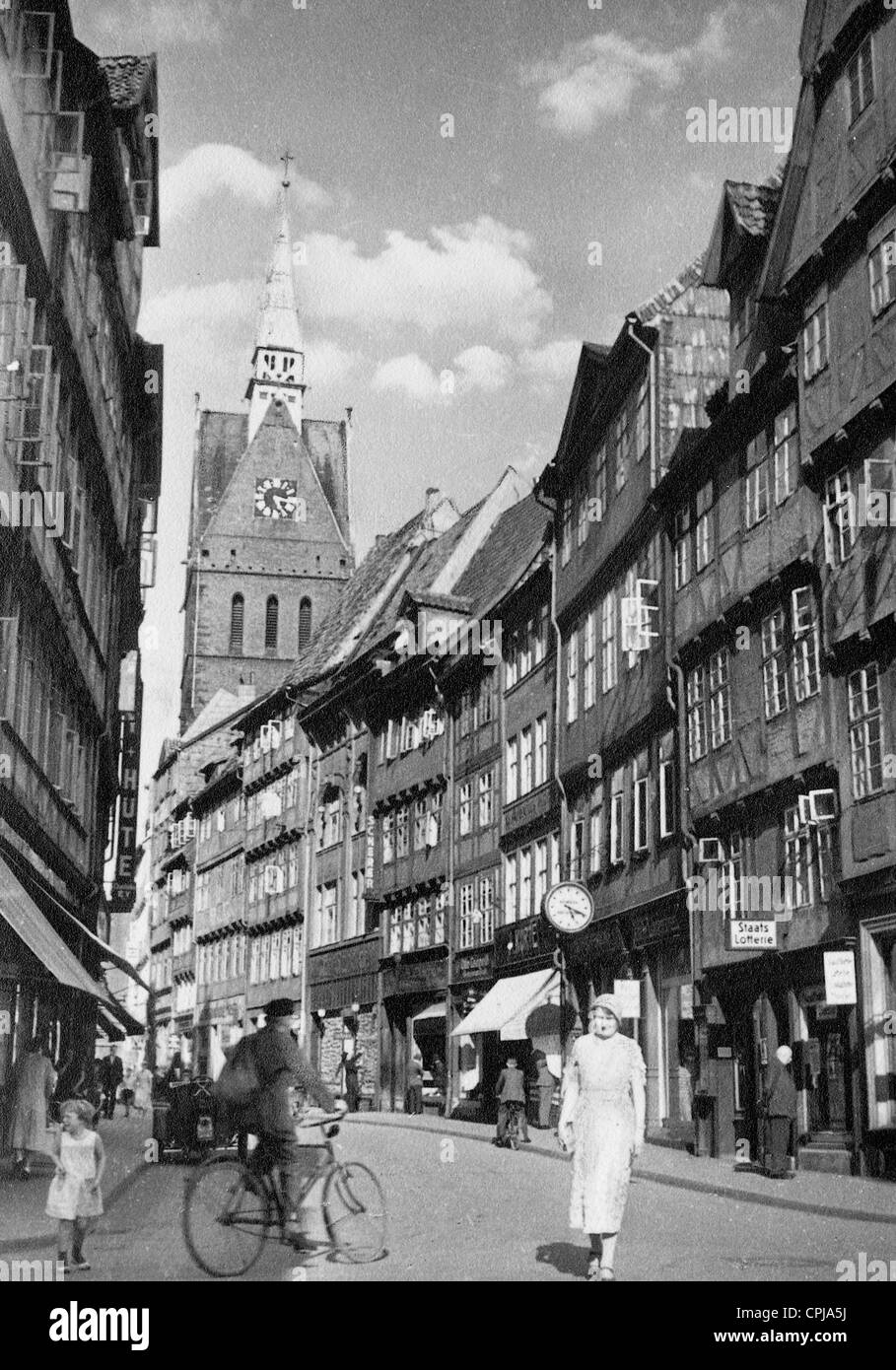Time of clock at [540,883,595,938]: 5:18
